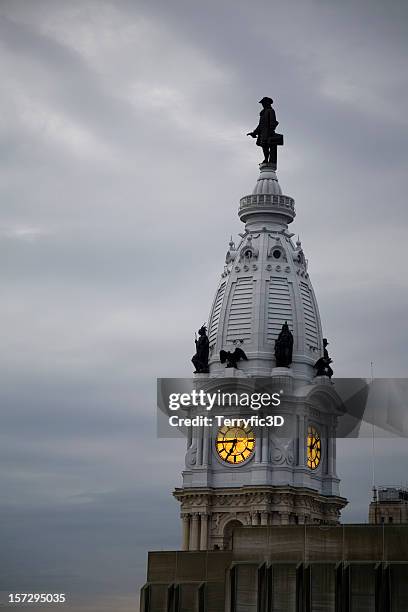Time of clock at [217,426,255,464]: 6:44
